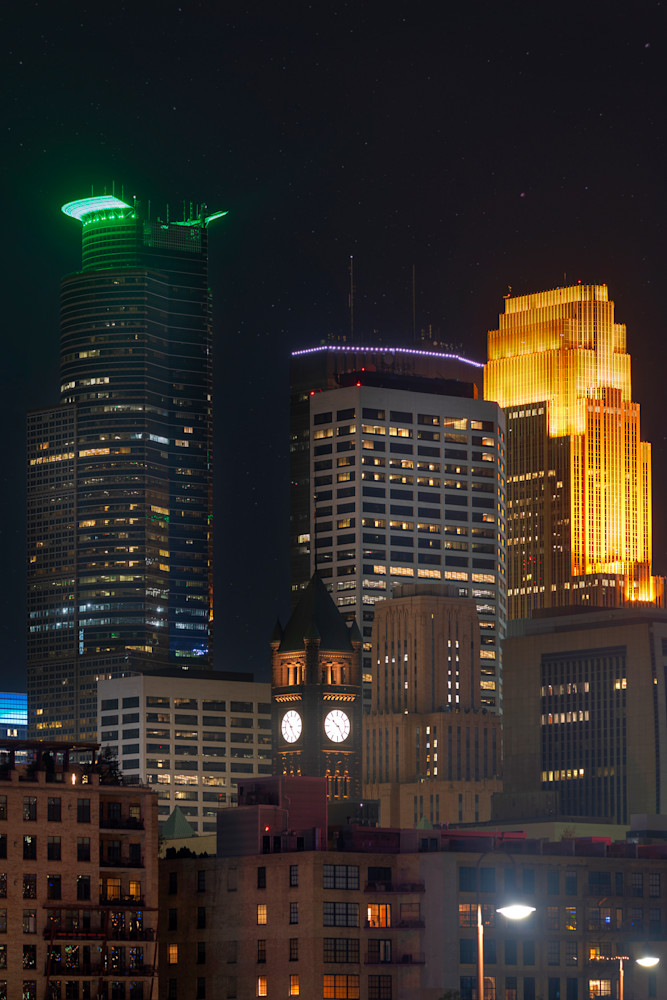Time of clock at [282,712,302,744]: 10:25
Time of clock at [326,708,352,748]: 10:24
